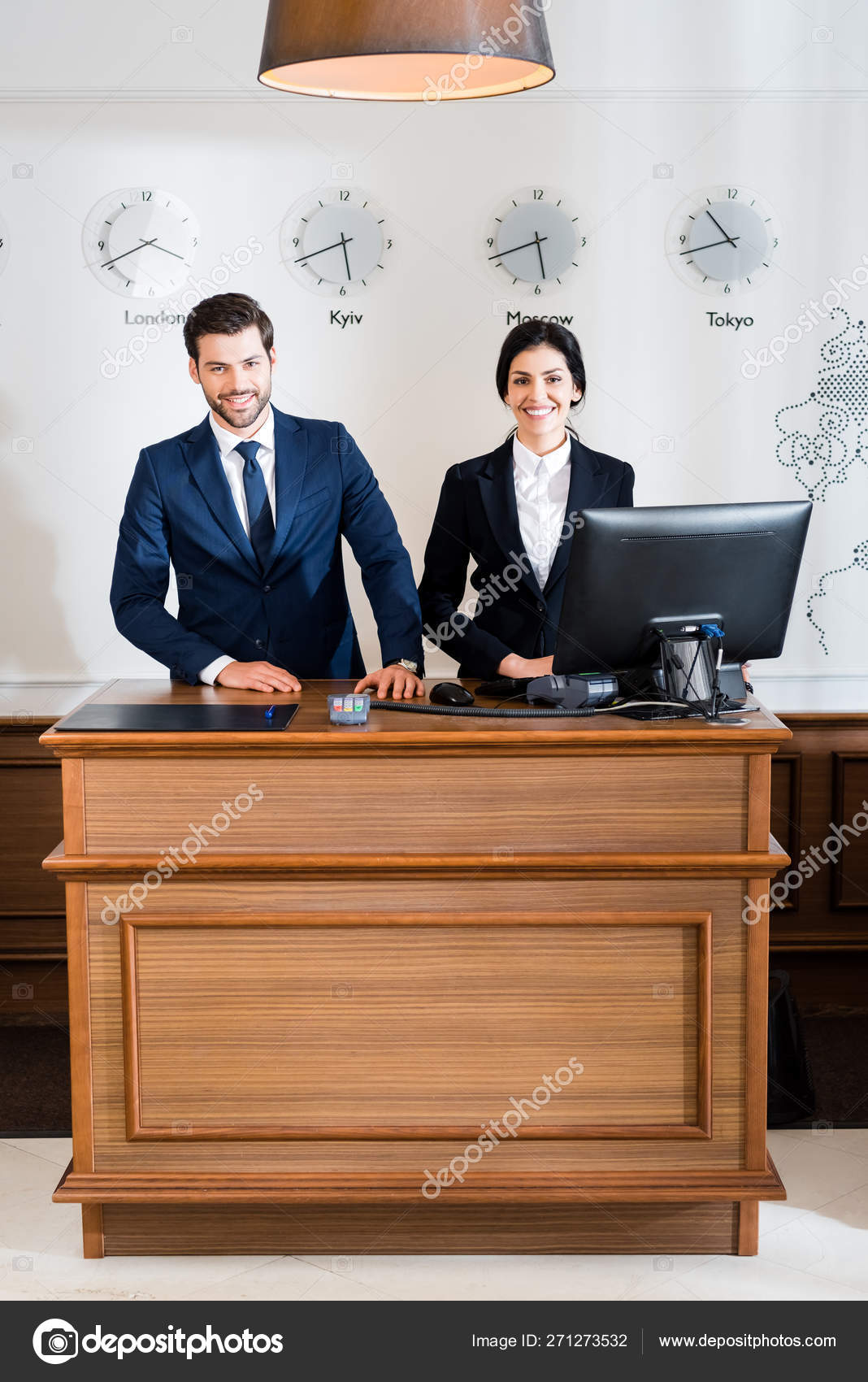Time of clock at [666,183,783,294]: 10:42
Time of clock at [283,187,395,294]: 5:41
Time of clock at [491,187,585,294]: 5:42
